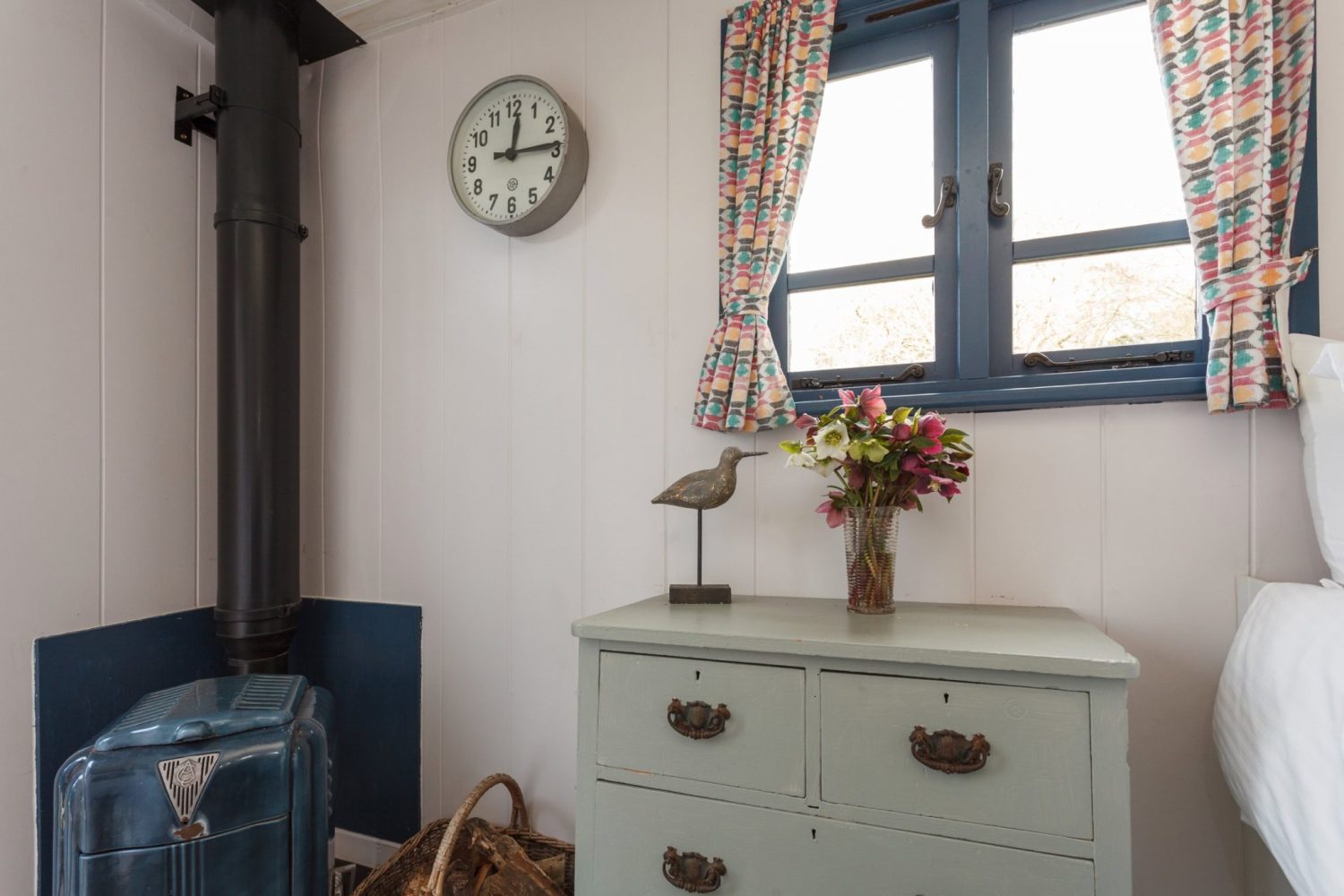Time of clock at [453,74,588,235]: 12:14
